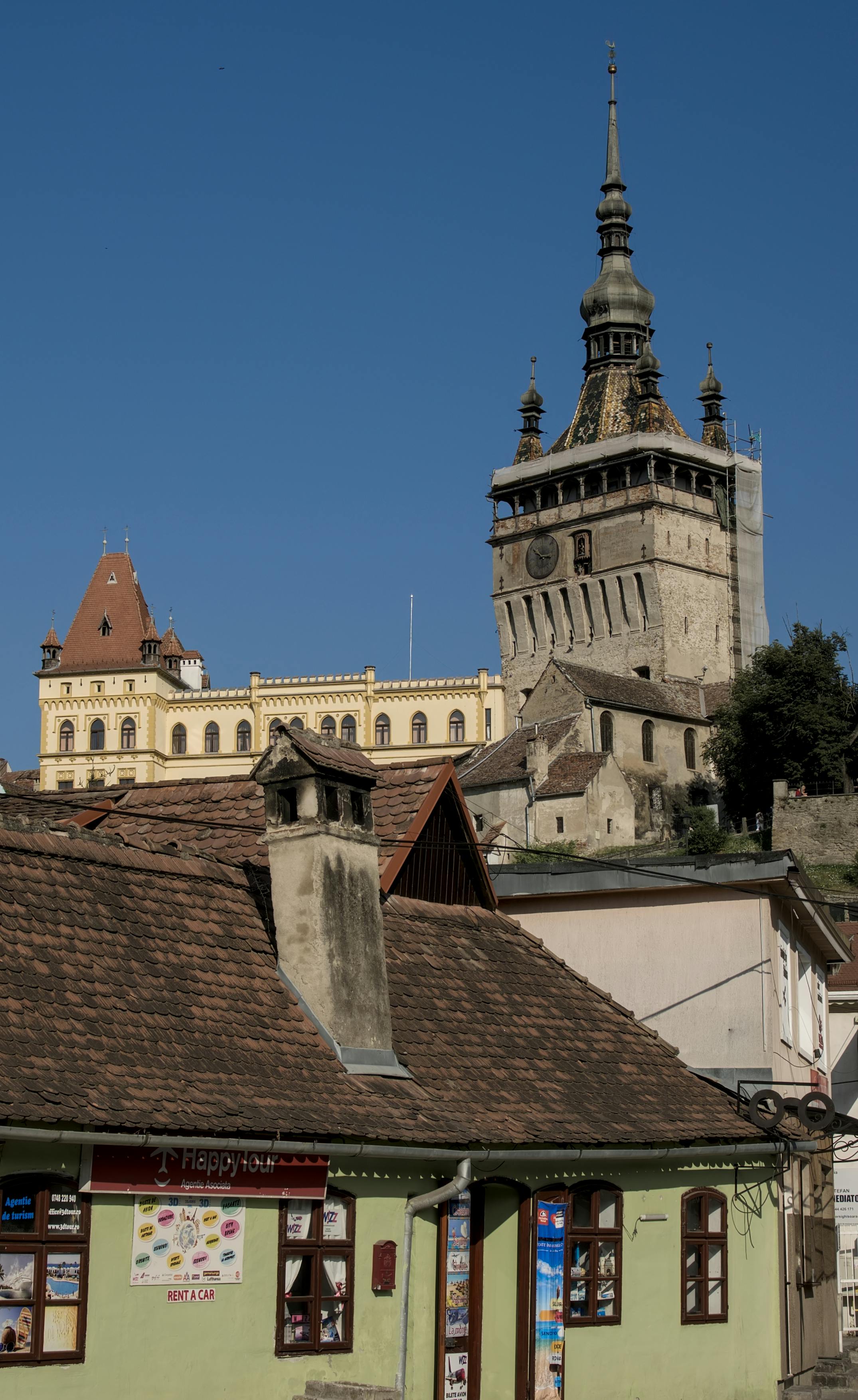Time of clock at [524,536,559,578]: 2:50
